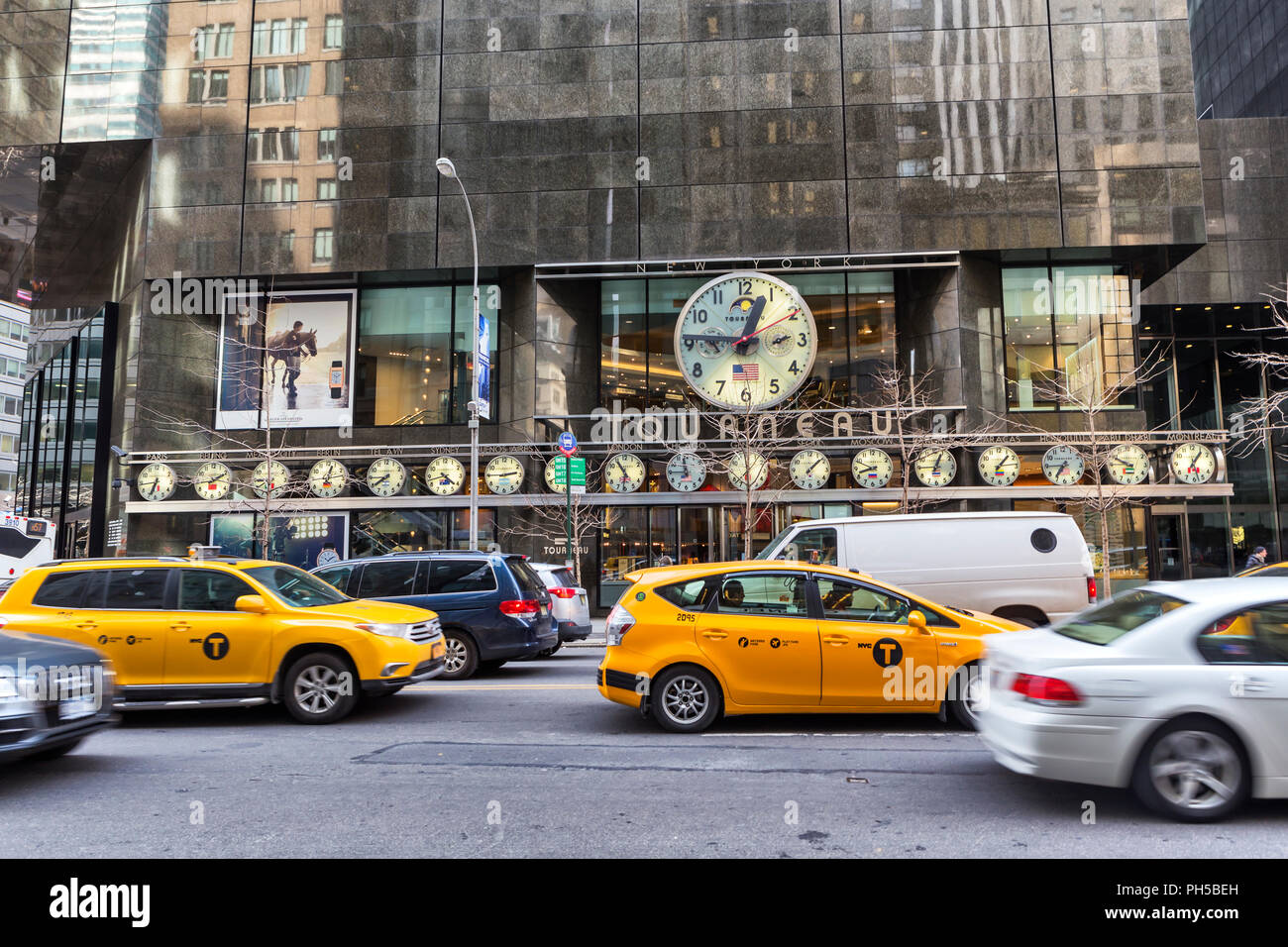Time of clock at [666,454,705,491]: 11:45
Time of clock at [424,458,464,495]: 4:21
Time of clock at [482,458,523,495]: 2:45
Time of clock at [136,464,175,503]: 6:43
